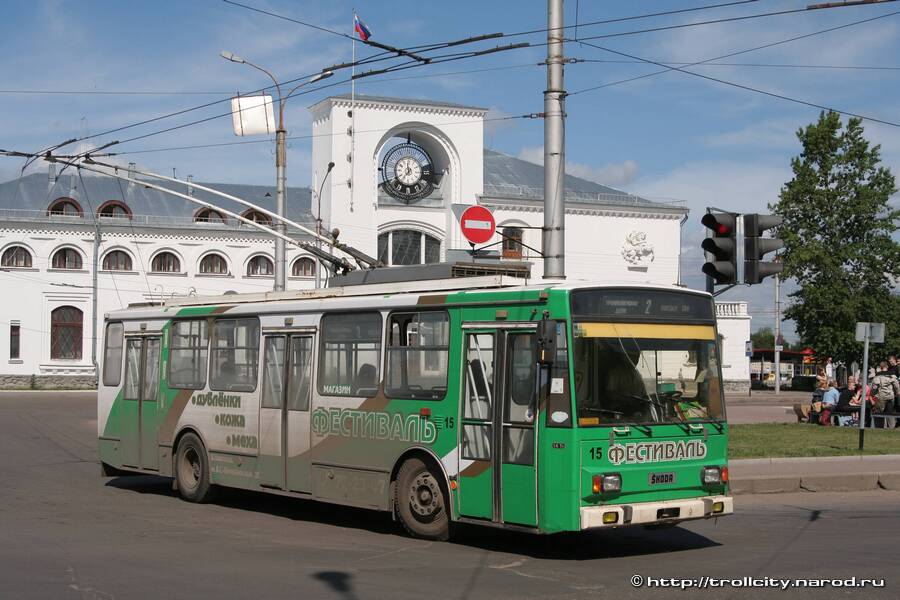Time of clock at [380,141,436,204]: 11:36
